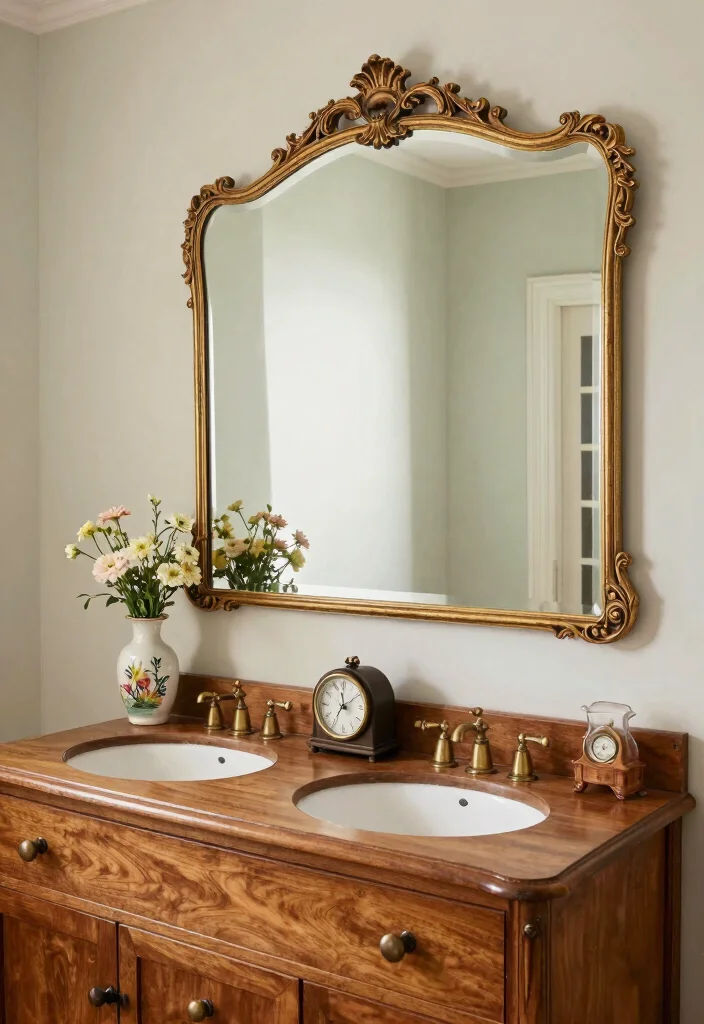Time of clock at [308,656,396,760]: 11:35
